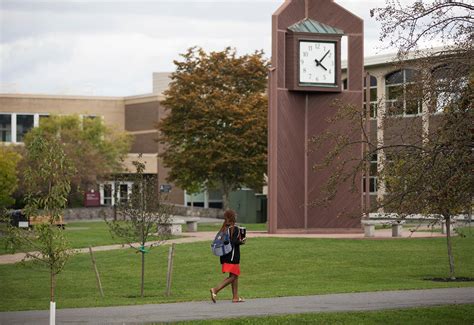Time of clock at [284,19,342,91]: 4:07
